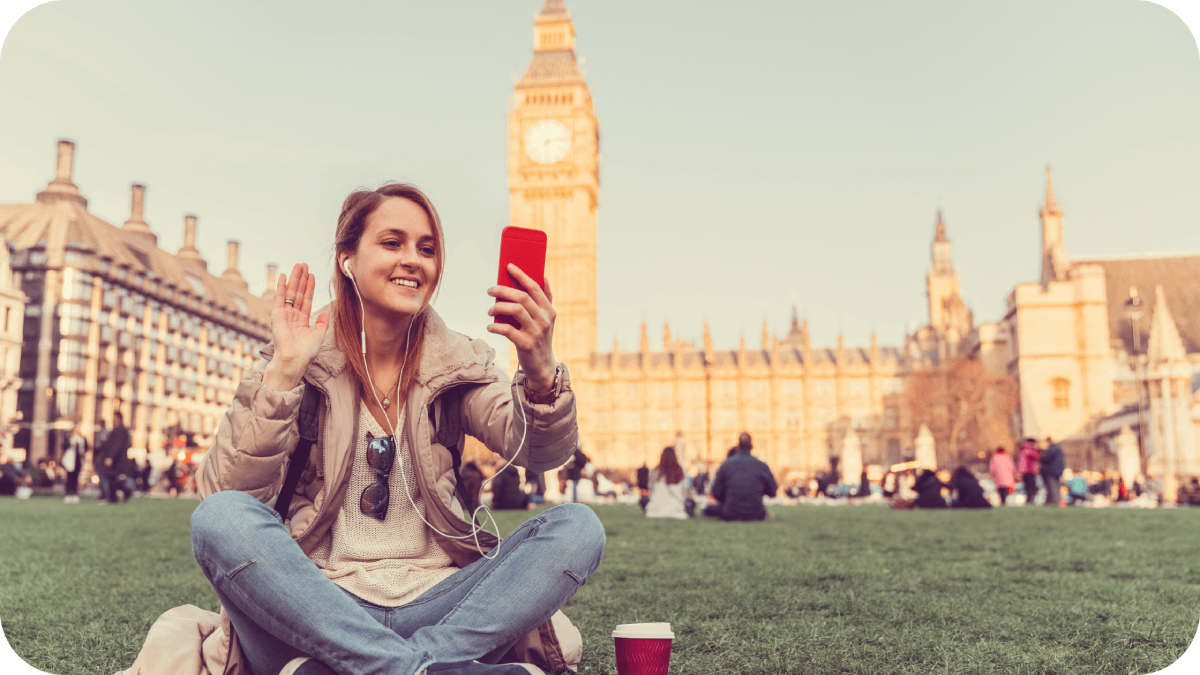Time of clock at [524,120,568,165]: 6:13
